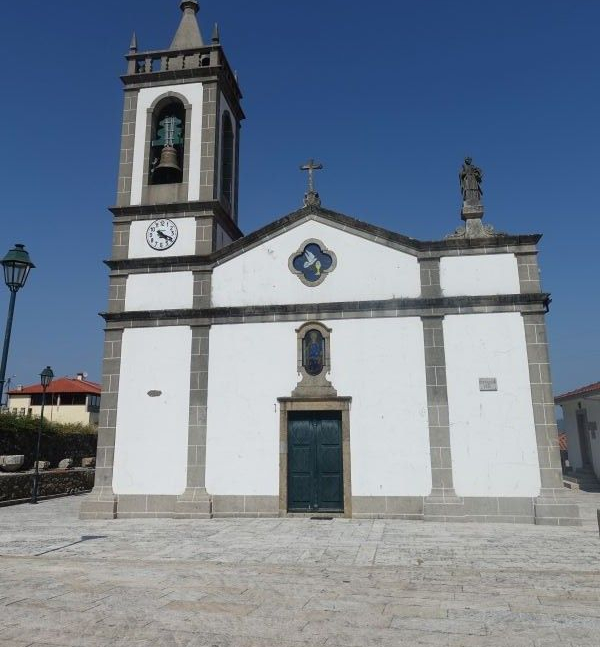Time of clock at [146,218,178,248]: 4:19
